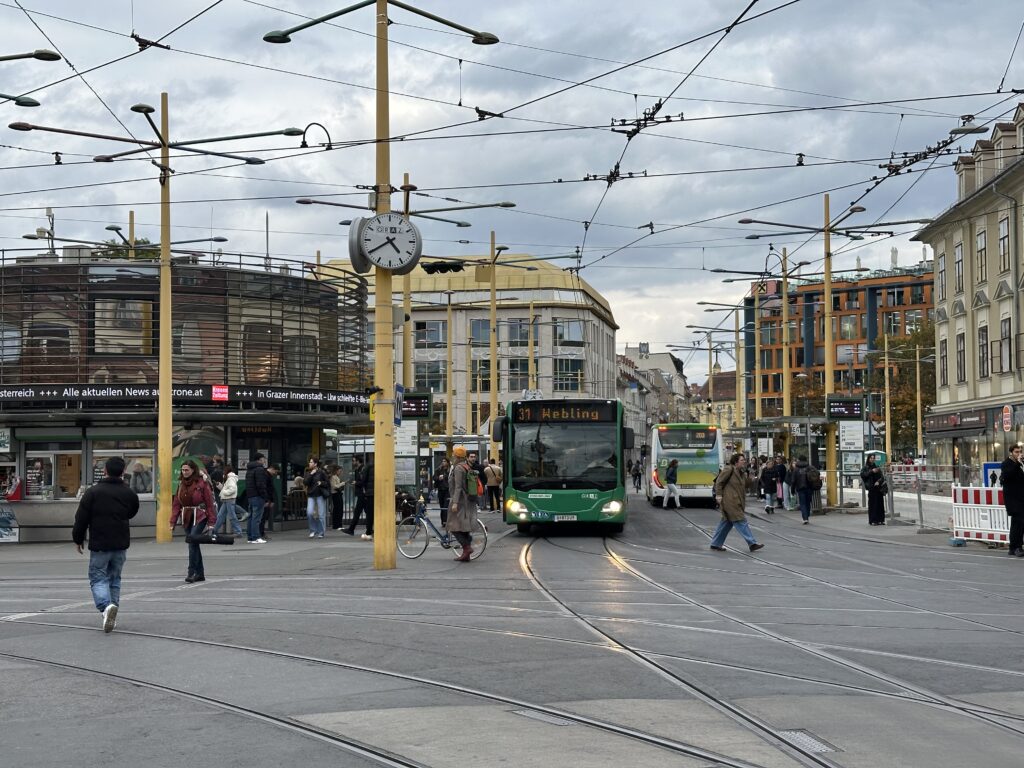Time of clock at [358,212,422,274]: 4:39
